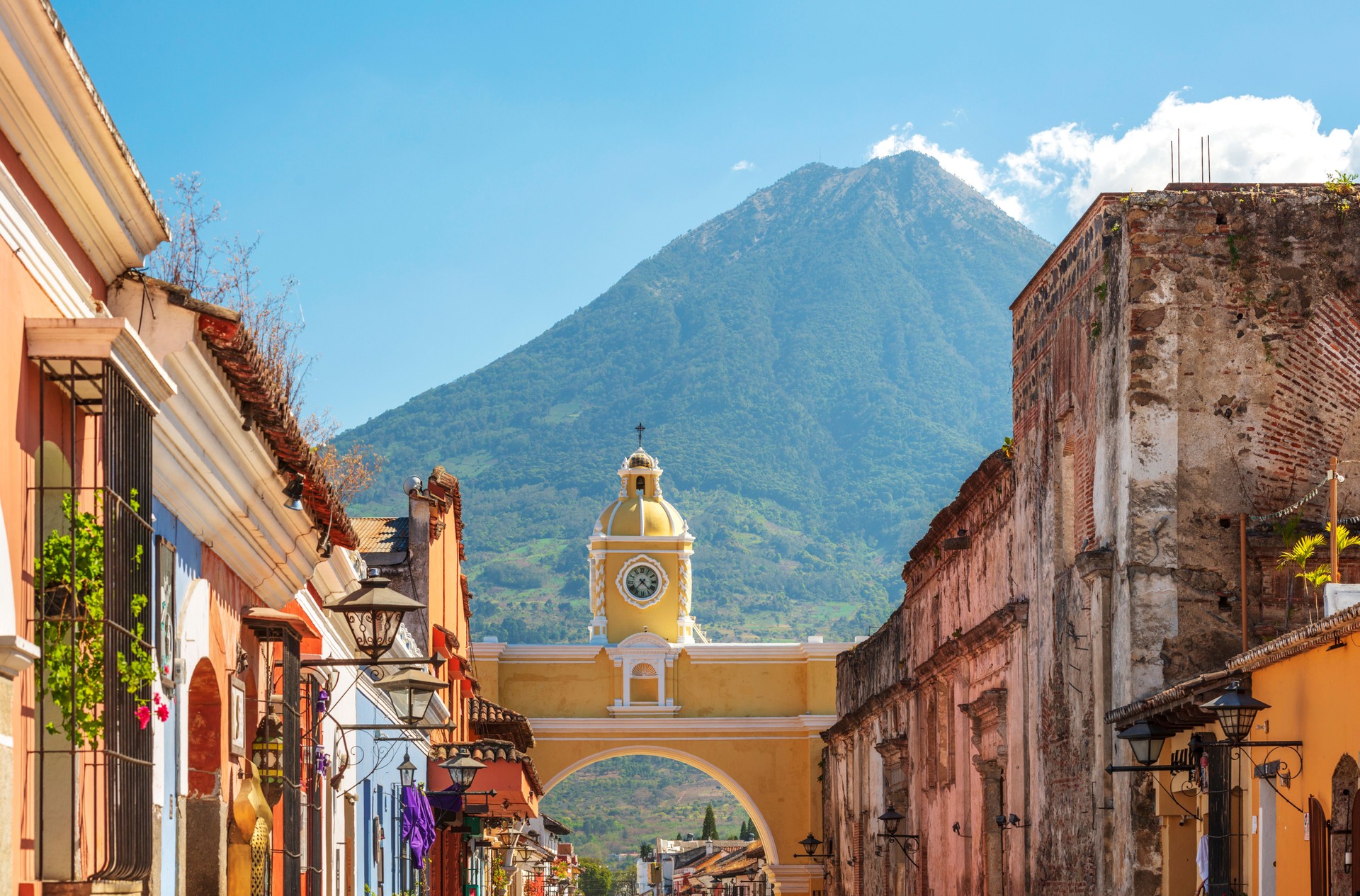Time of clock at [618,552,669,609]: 4:36
